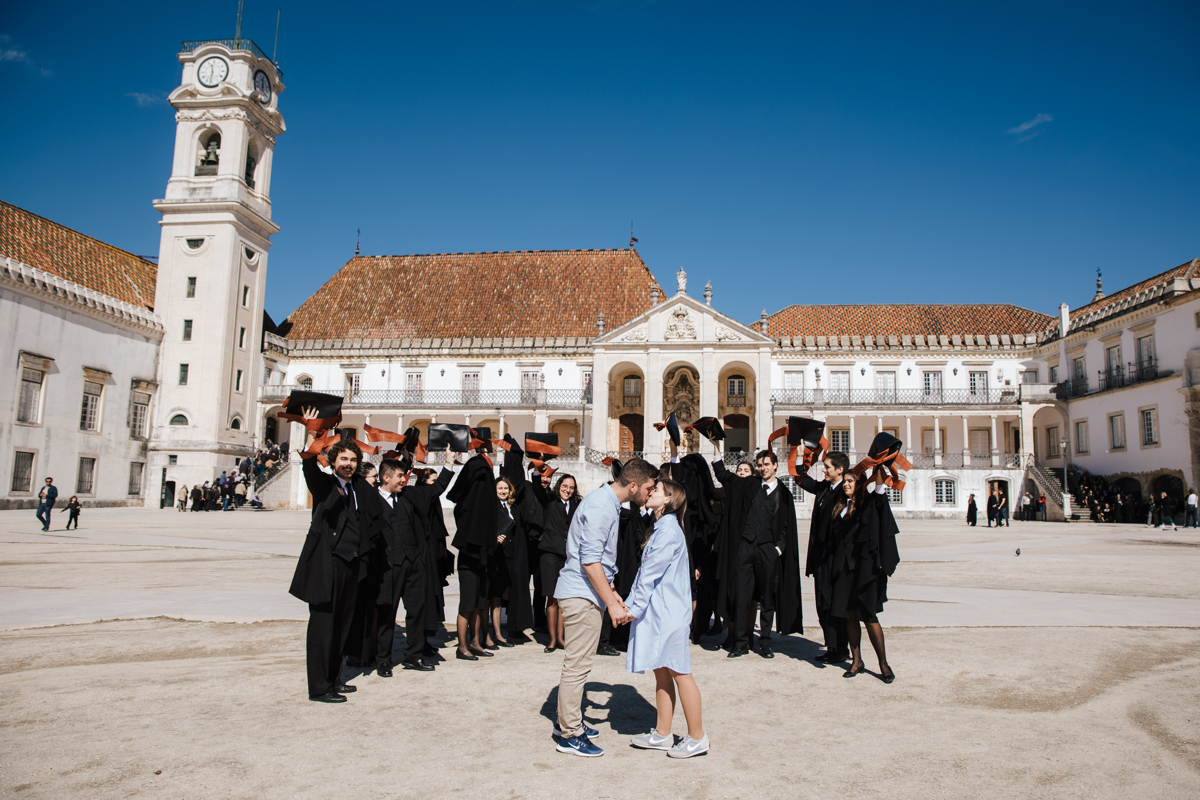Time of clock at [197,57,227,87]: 11:31
